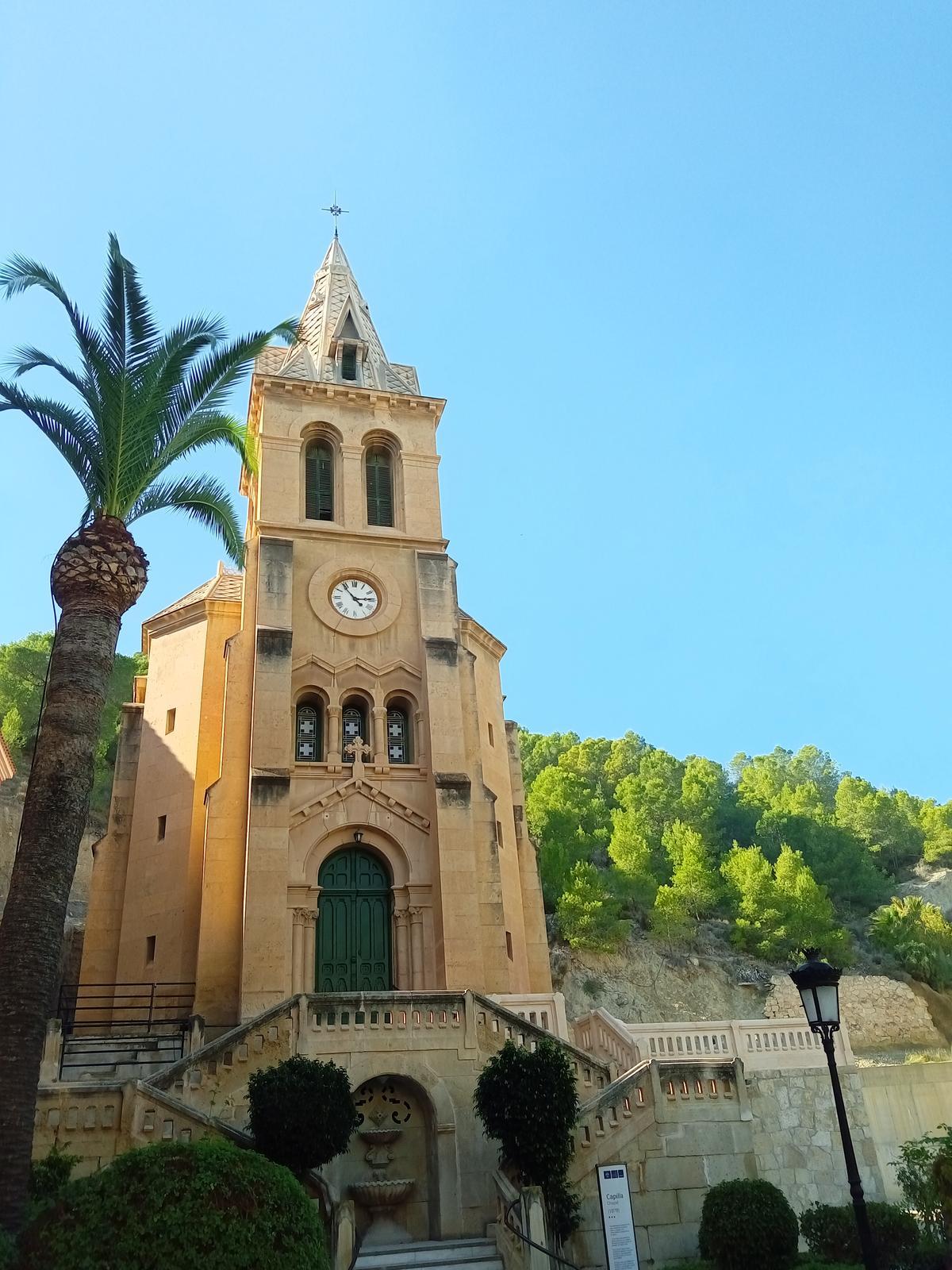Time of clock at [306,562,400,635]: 2:53
